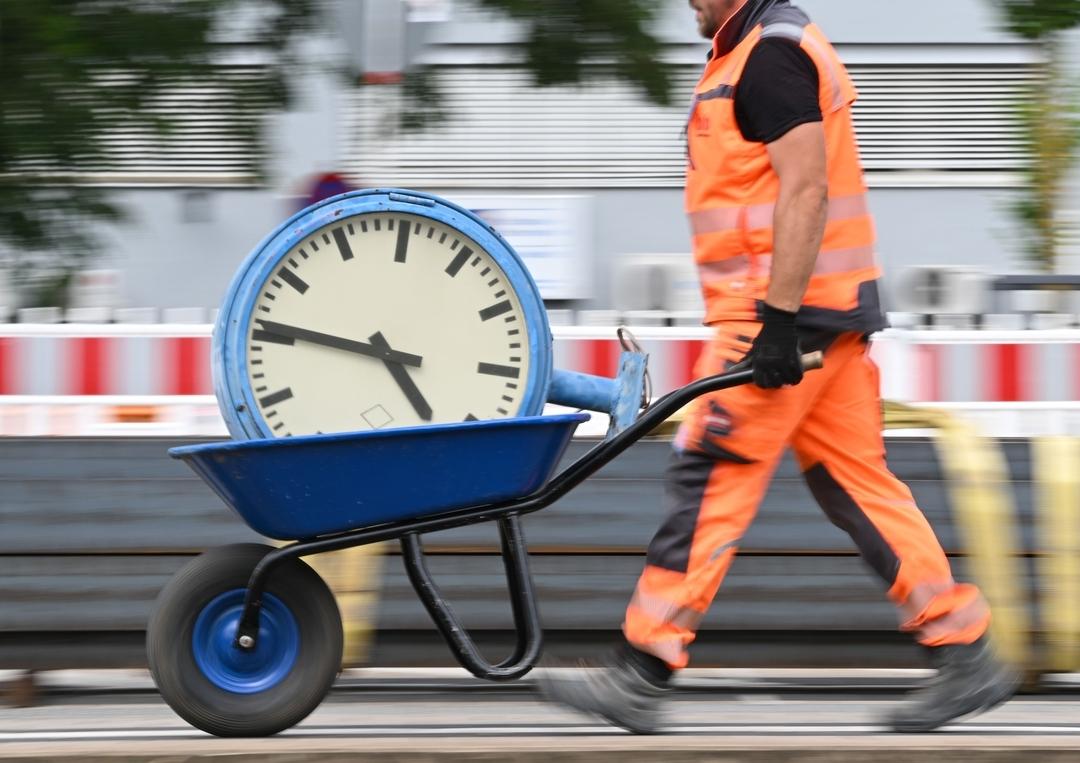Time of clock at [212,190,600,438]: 4:46
